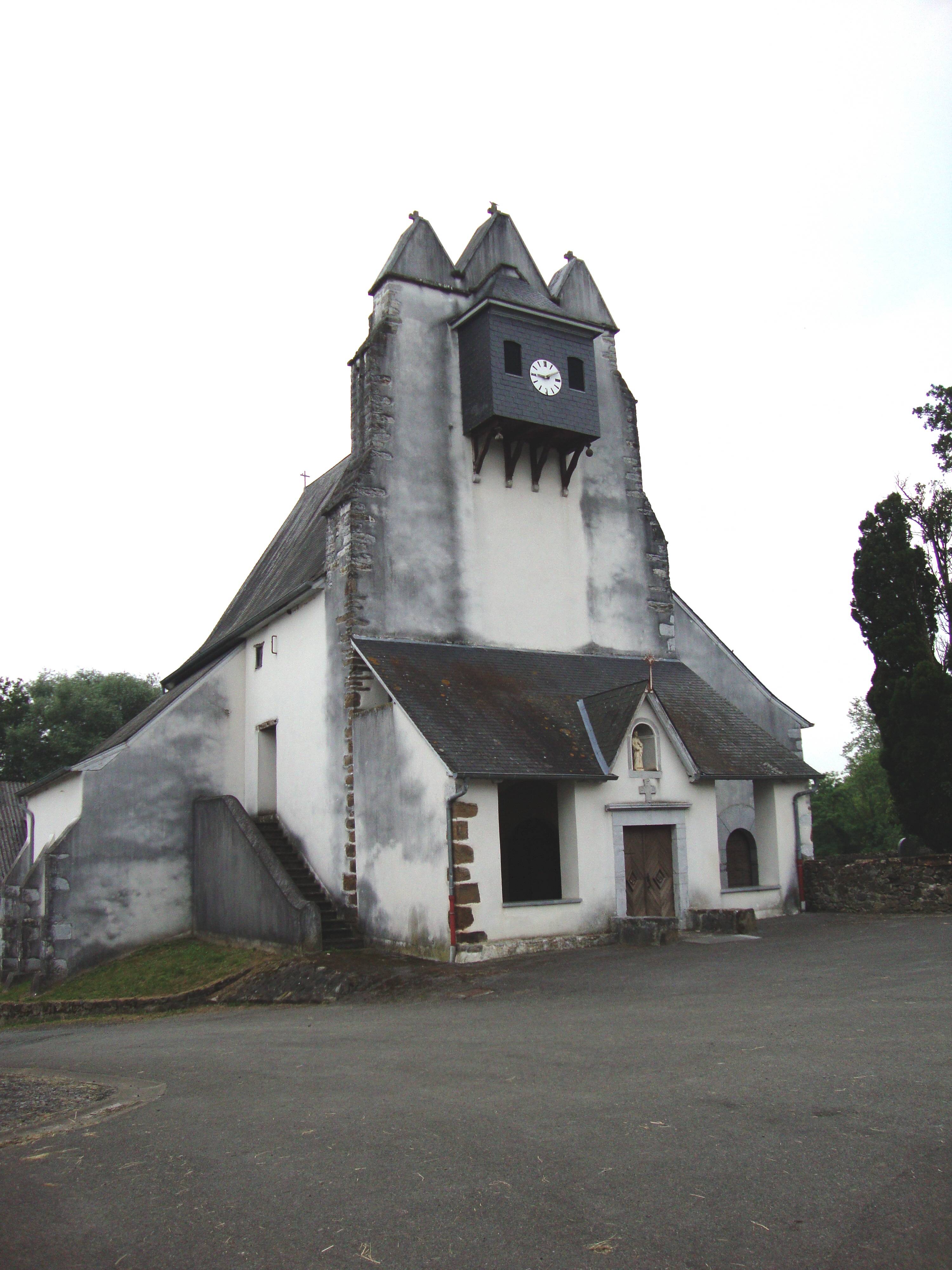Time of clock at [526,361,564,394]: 9:10
